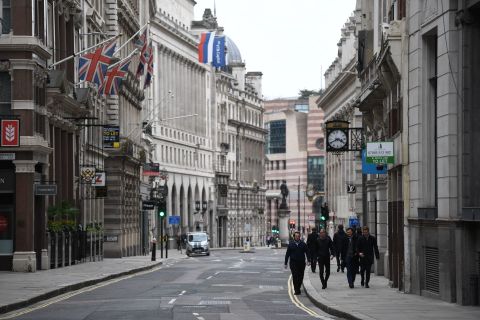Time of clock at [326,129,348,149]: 3:40
